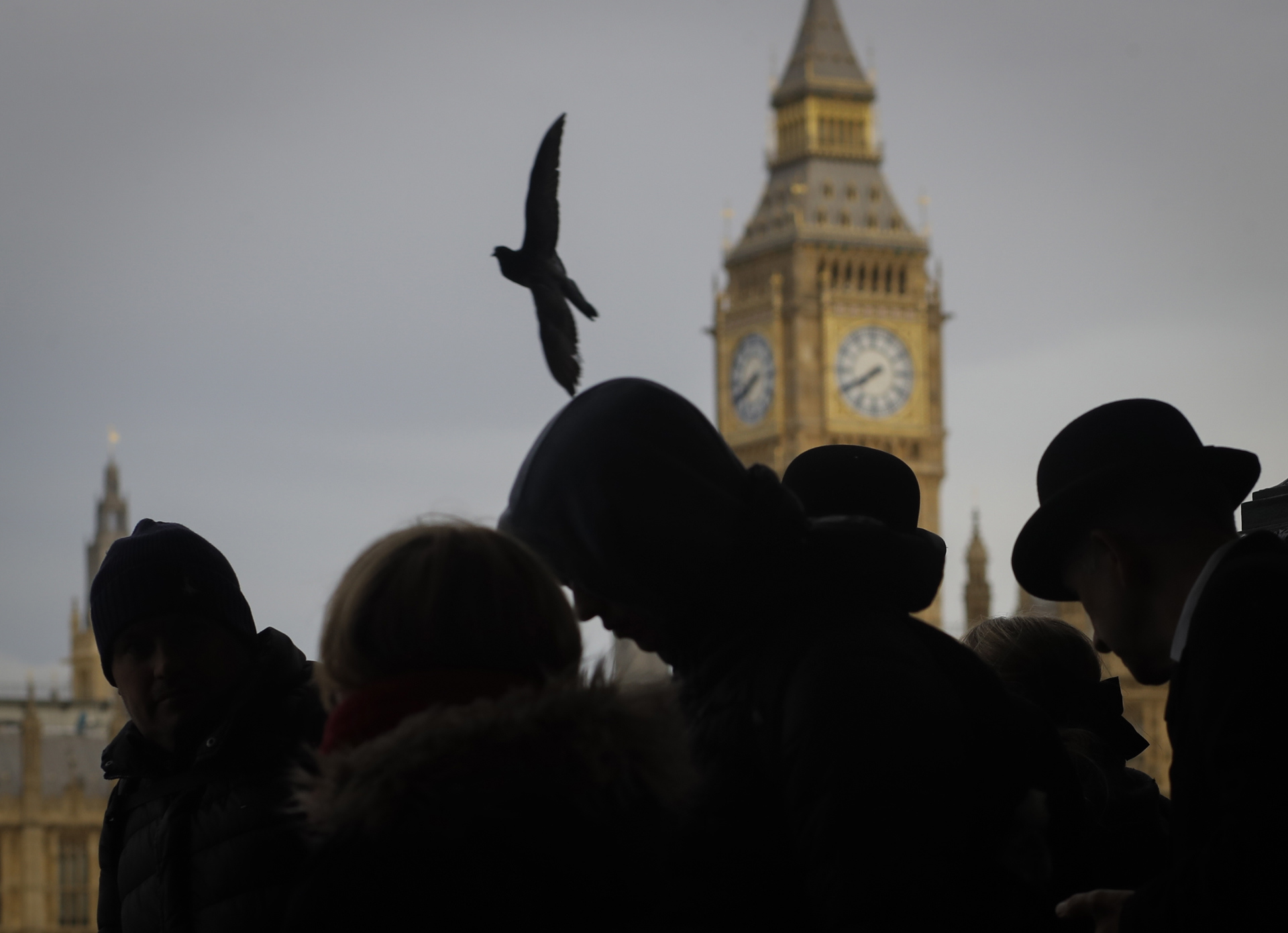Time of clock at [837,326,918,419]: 7:40
